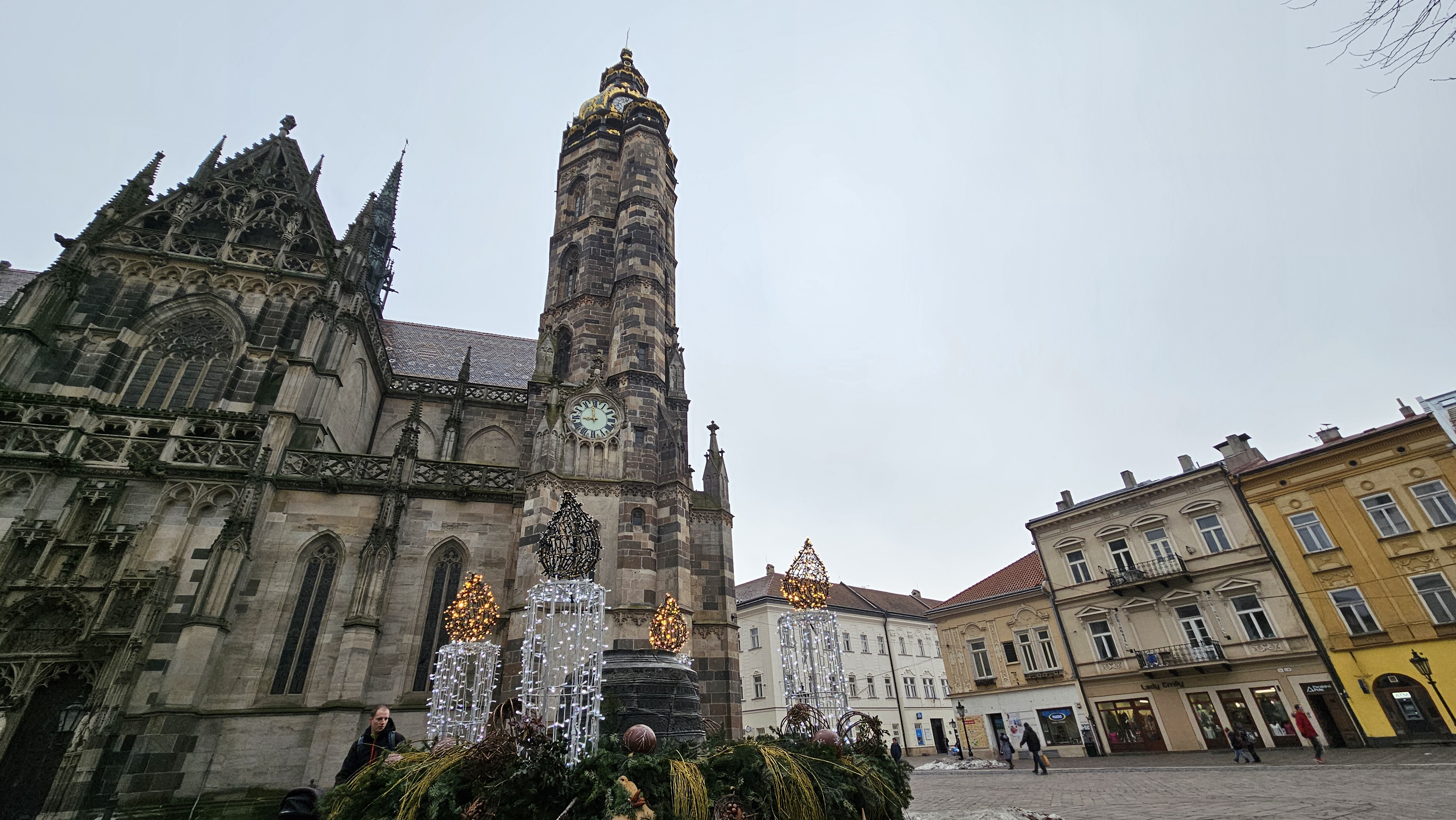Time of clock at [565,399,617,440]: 8:58
